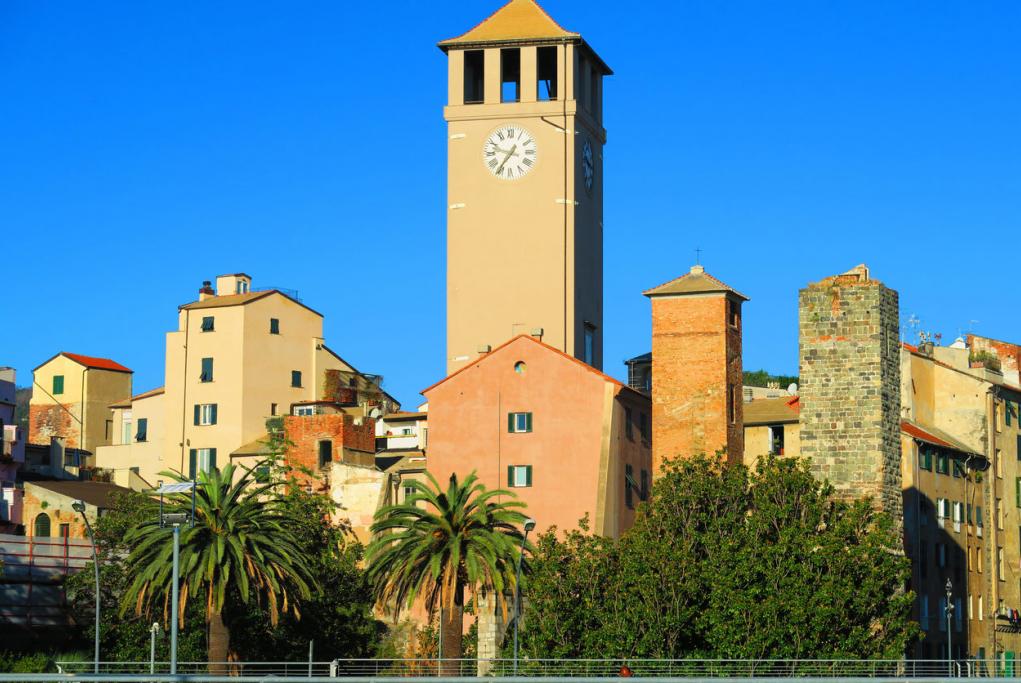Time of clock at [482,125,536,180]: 9:35
